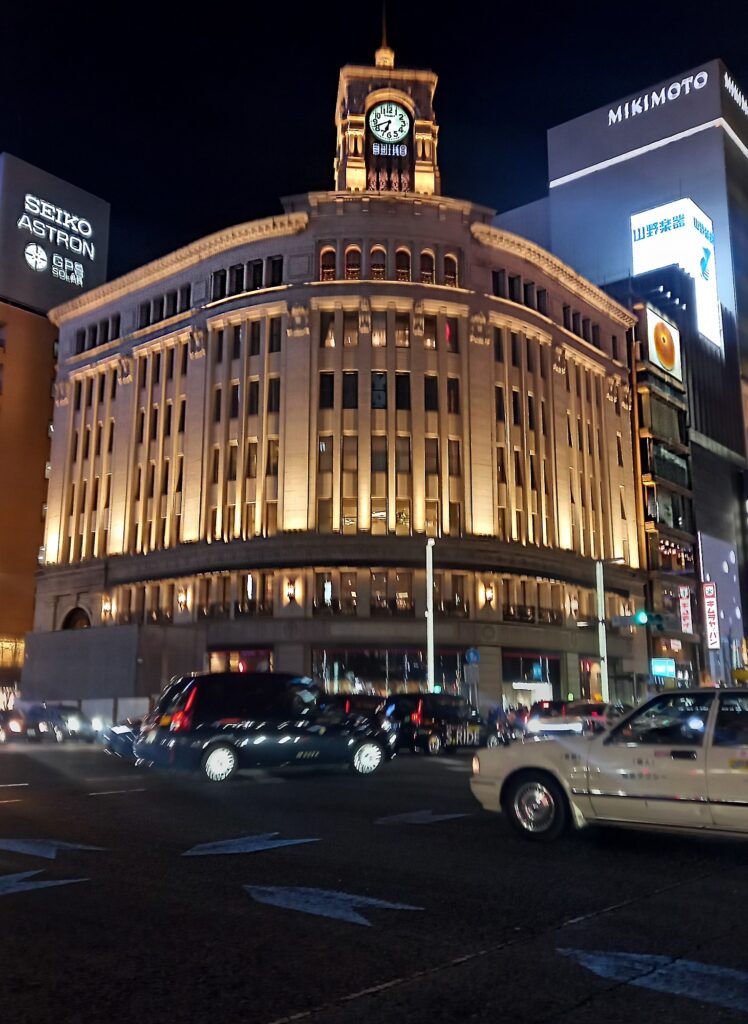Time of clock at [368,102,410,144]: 6:41
